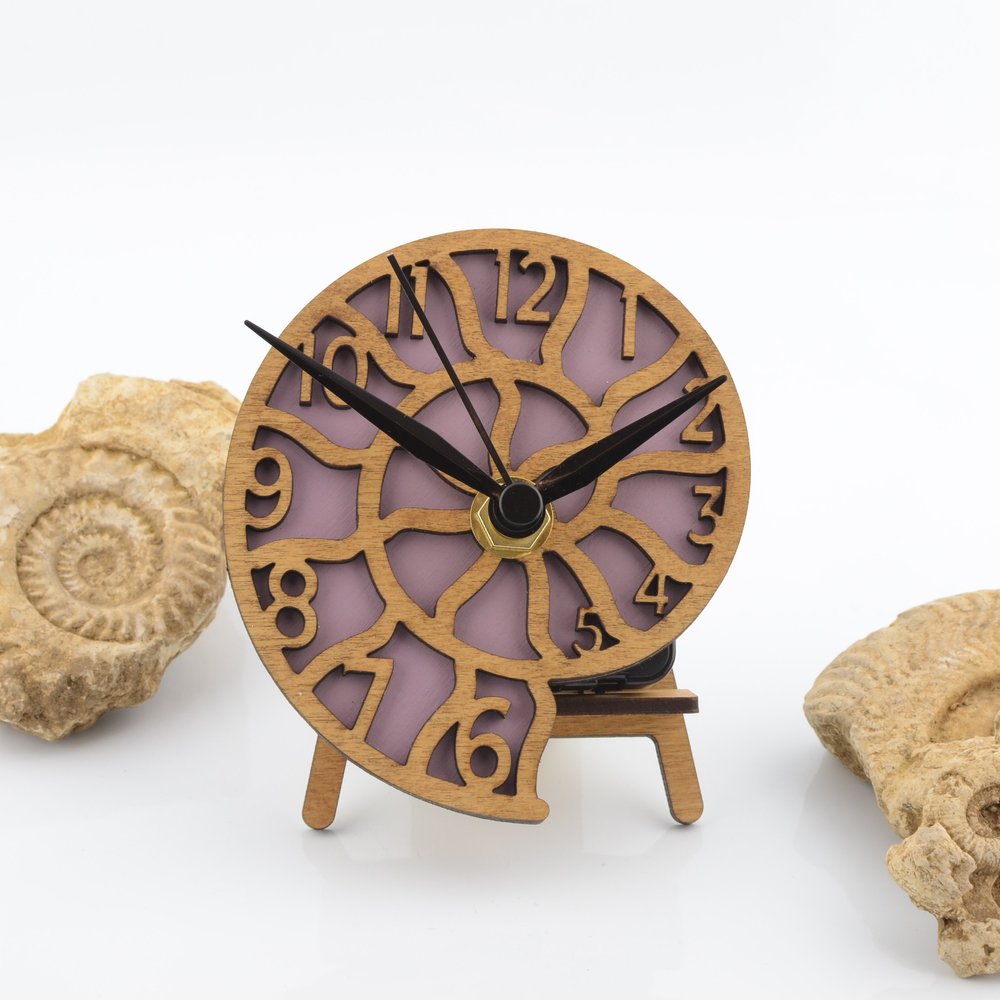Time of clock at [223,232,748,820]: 1:49
